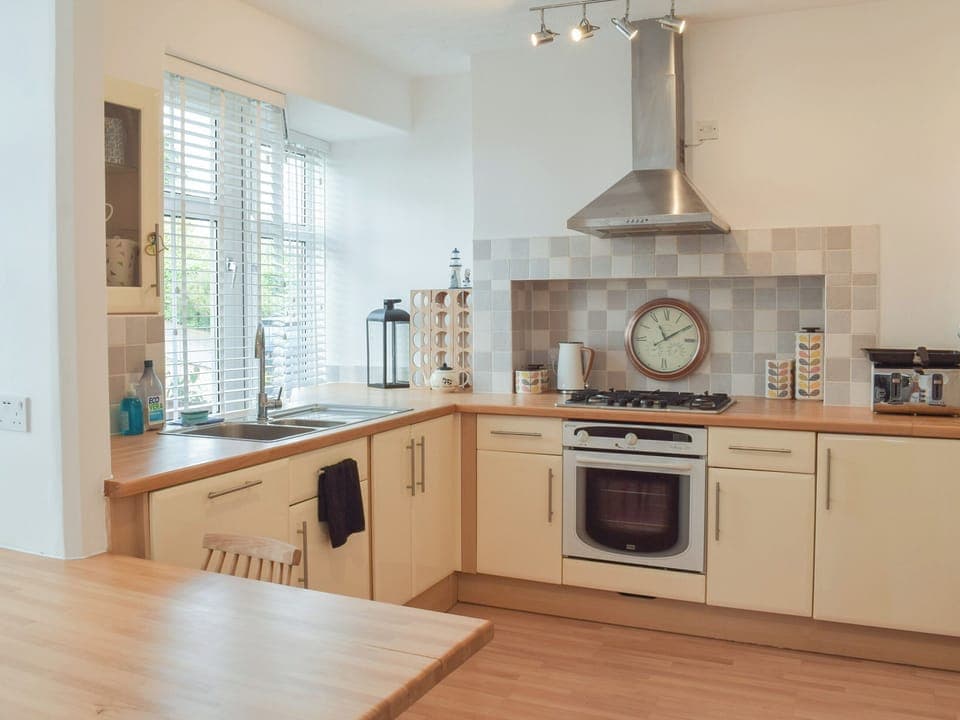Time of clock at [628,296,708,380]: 11:09
